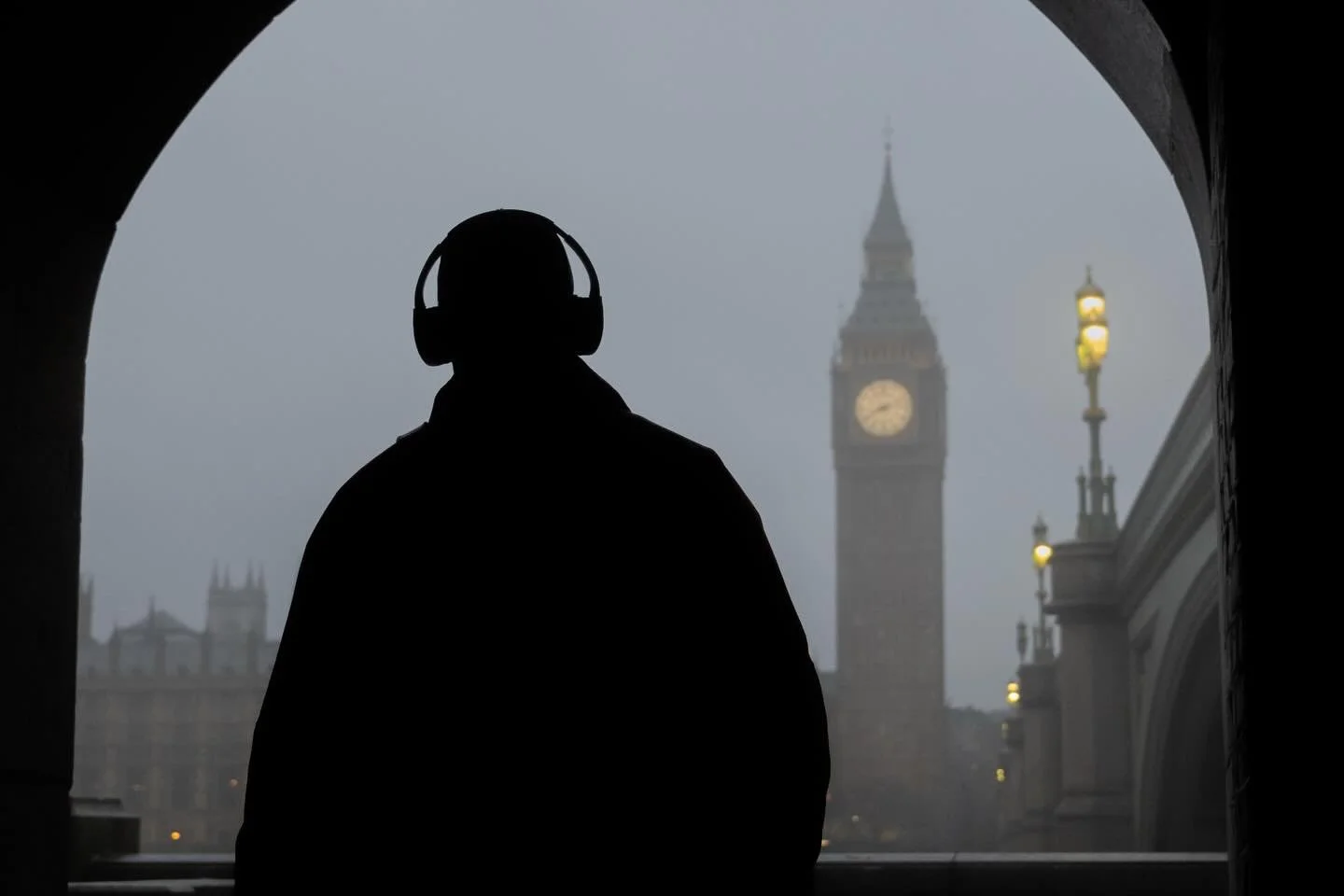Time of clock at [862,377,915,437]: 8:12
